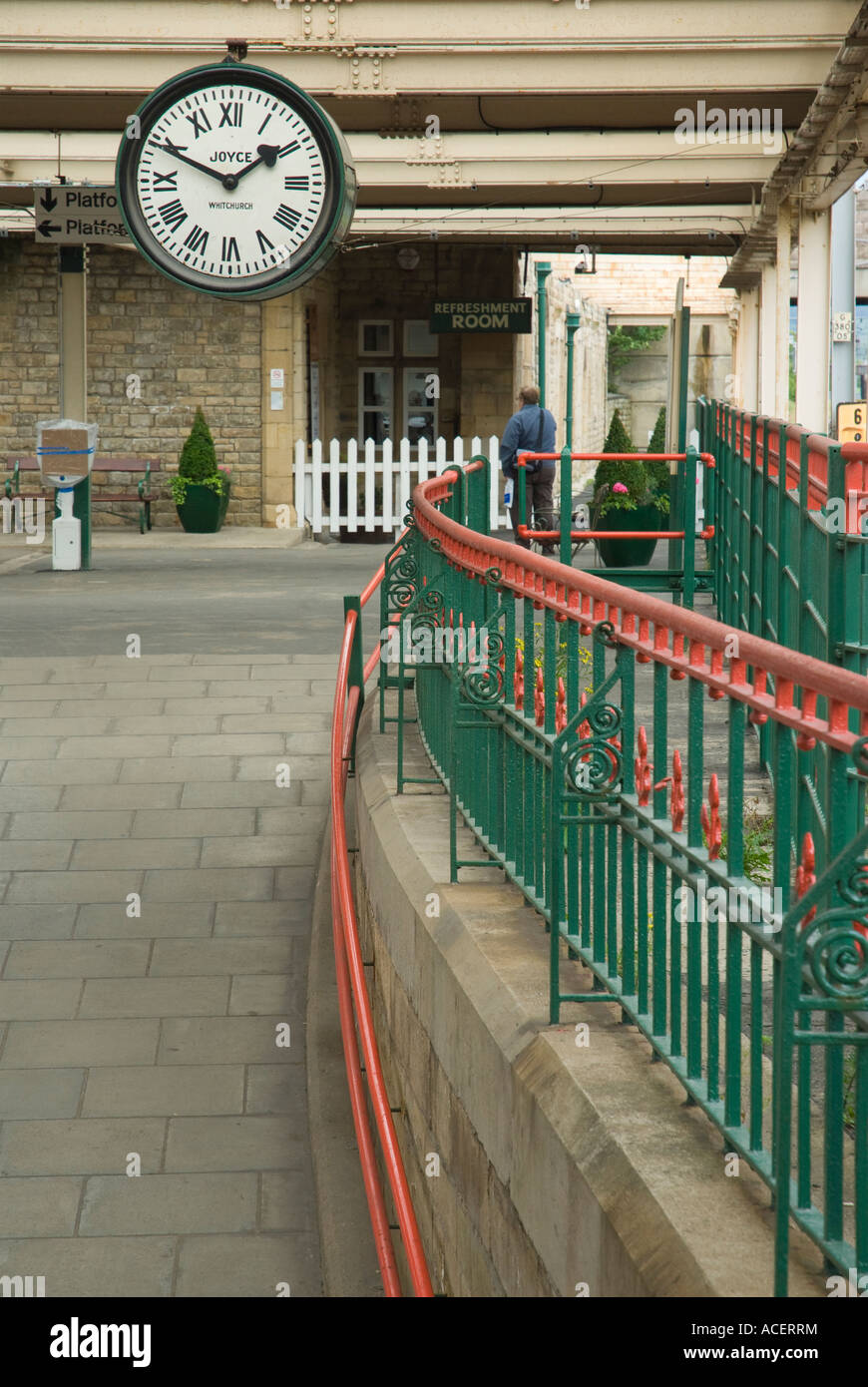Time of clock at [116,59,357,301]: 1:49
